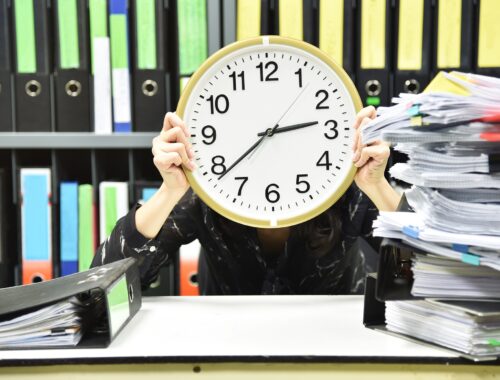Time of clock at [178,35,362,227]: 2:38
